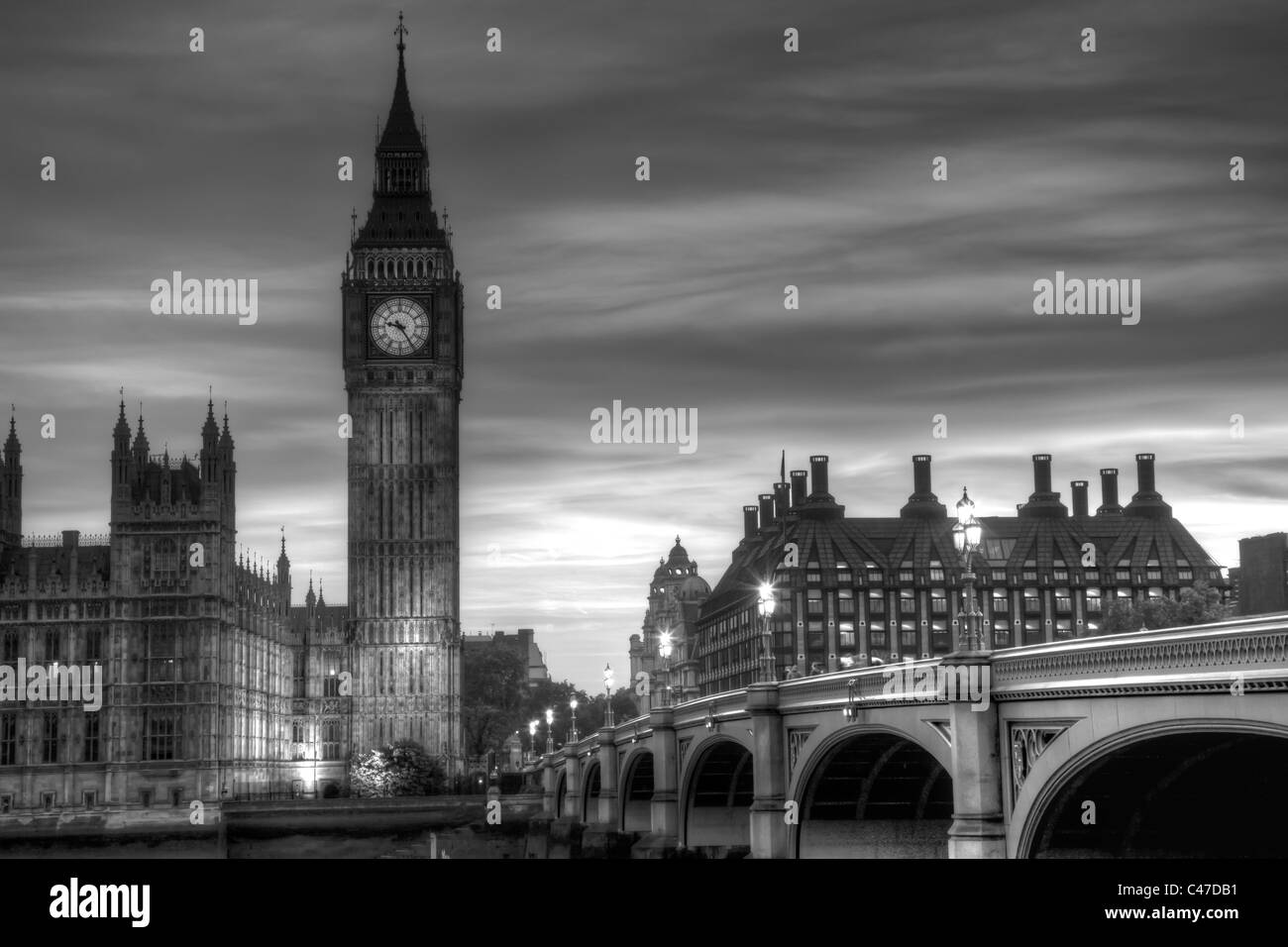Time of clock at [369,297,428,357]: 9:24
